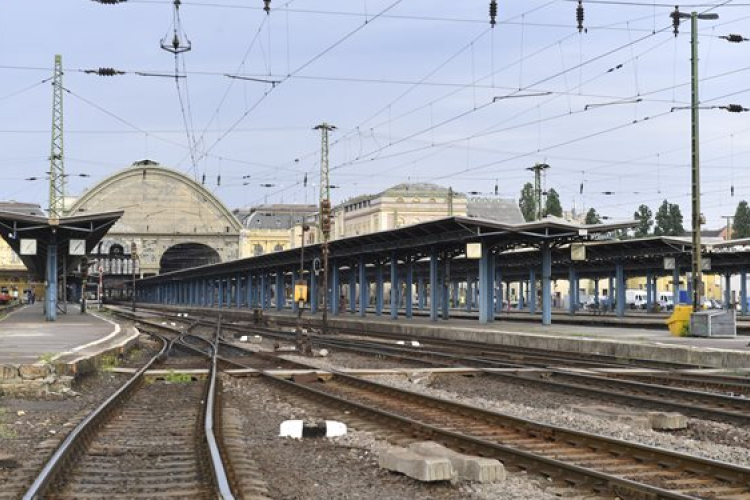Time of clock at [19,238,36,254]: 7:07
